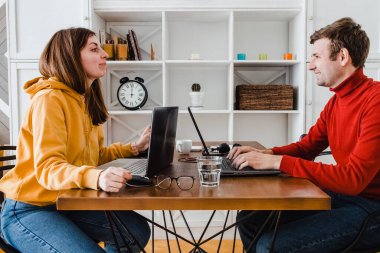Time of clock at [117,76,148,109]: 12:00
